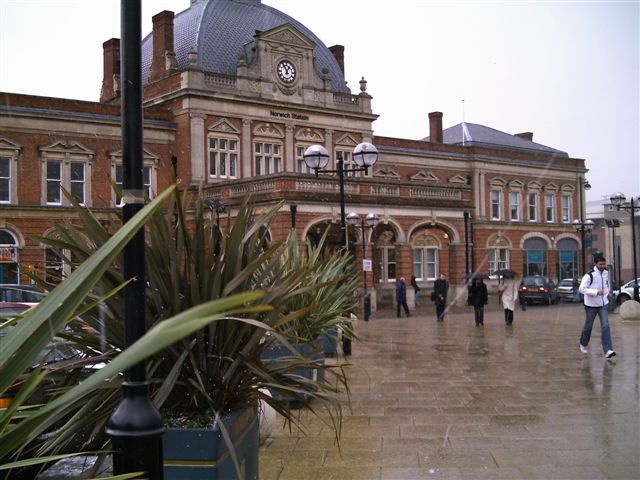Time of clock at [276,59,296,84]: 12:55
